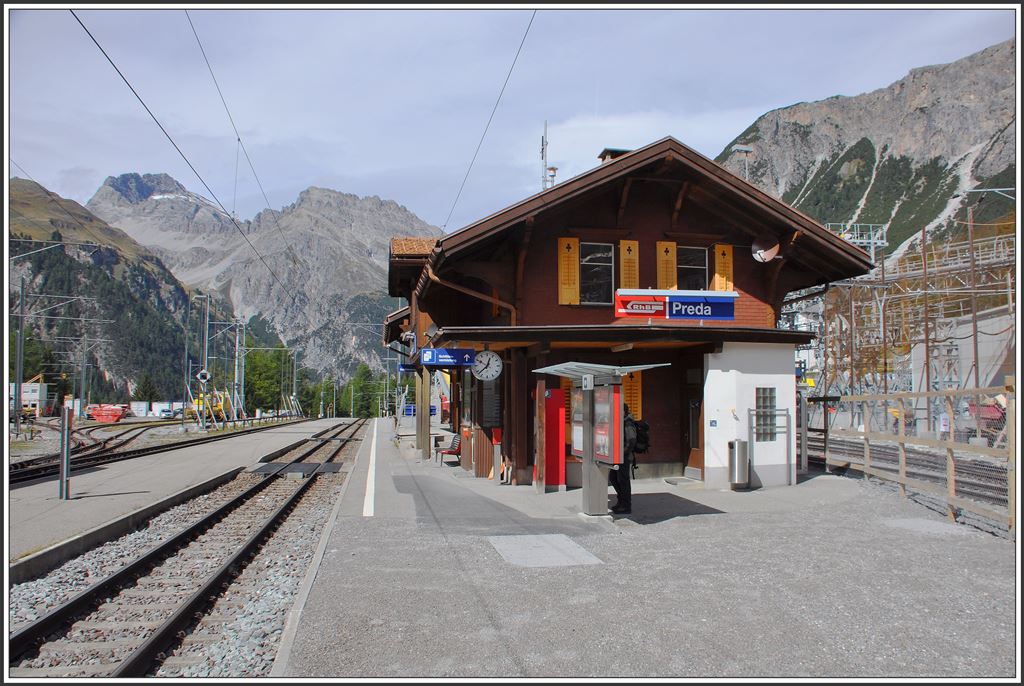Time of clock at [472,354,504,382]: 12:37
